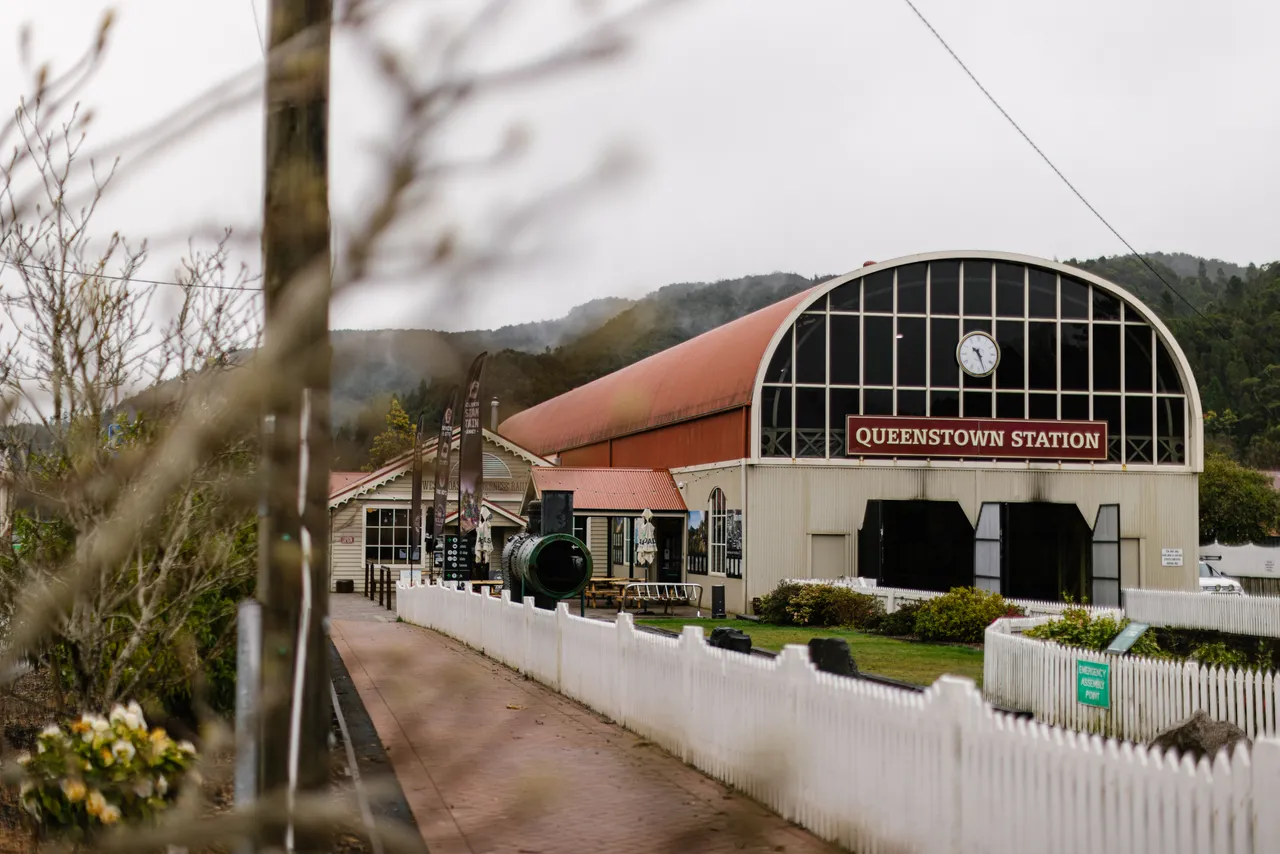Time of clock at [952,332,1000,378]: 10:26
